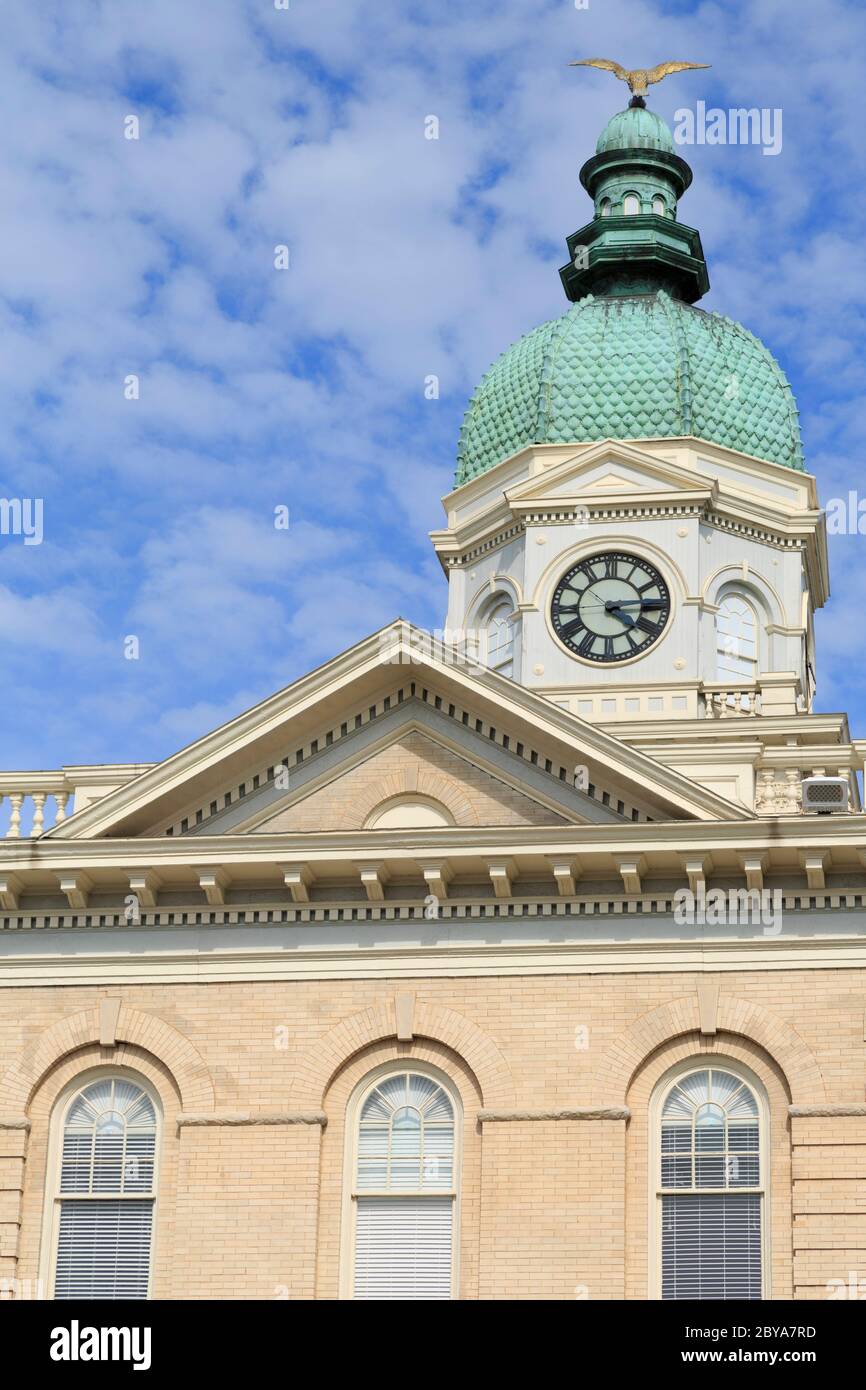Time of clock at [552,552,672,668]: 4:14
